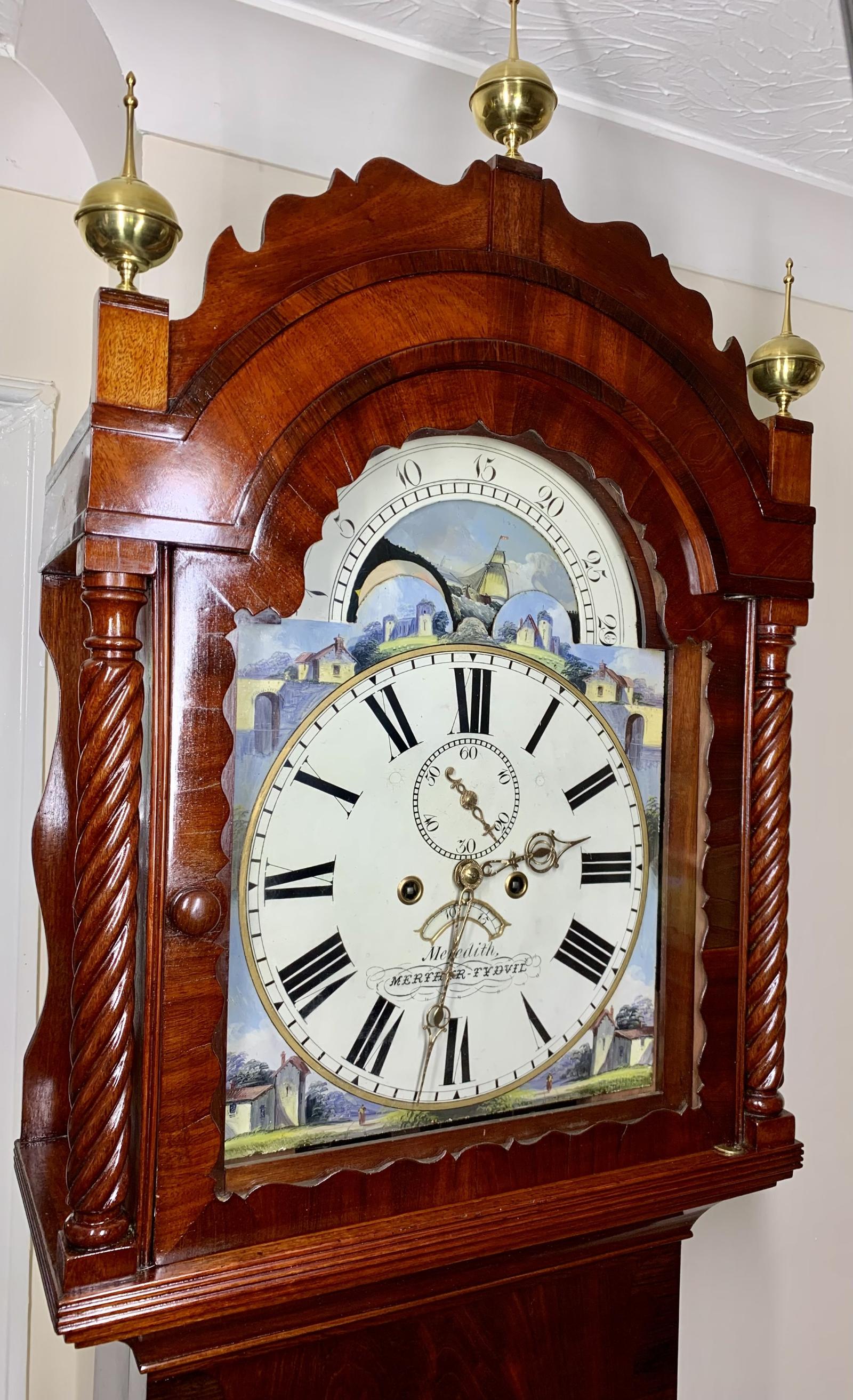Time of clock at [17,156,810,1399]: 10:31
